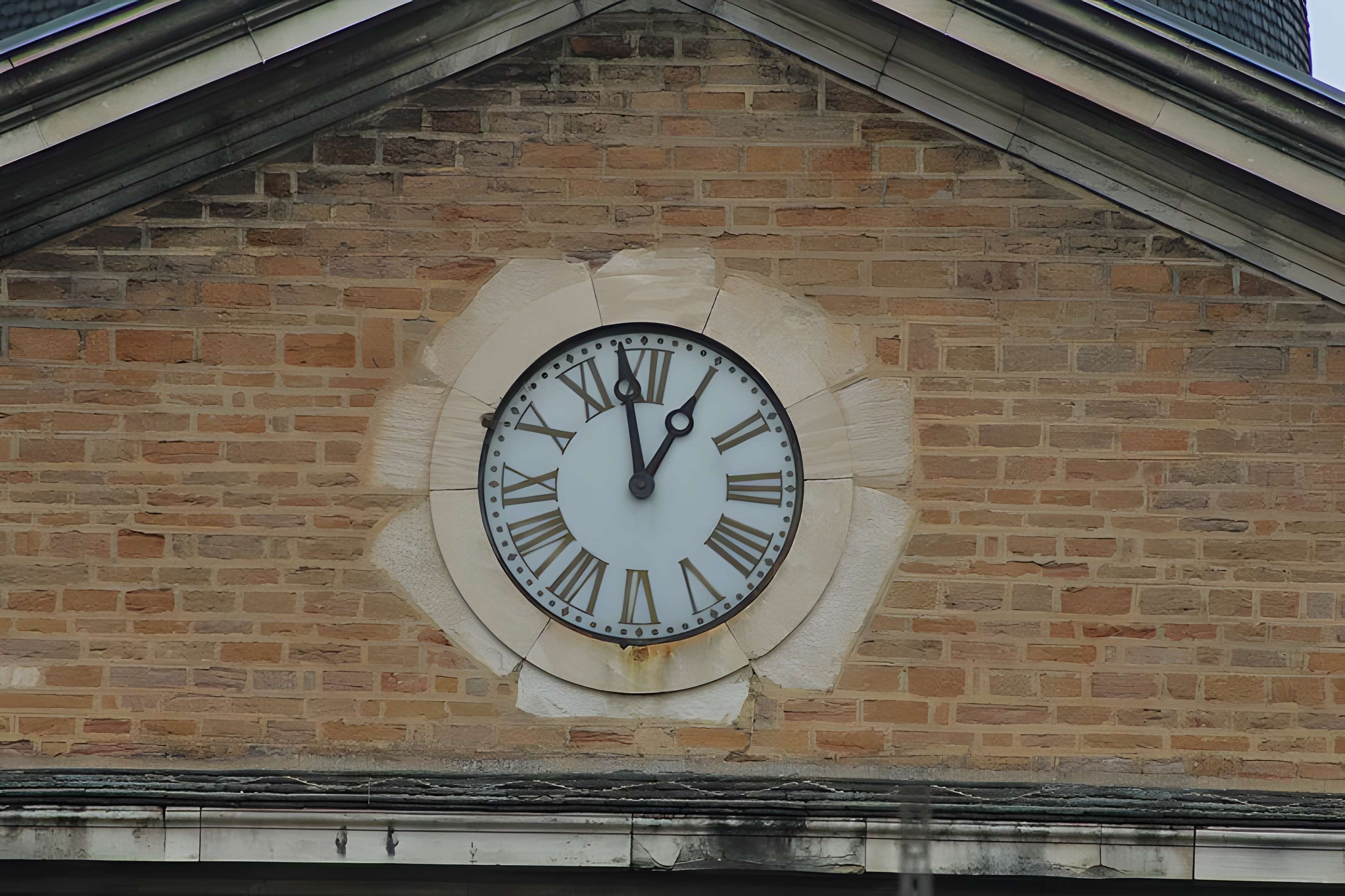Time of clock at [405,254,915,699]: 12:58
